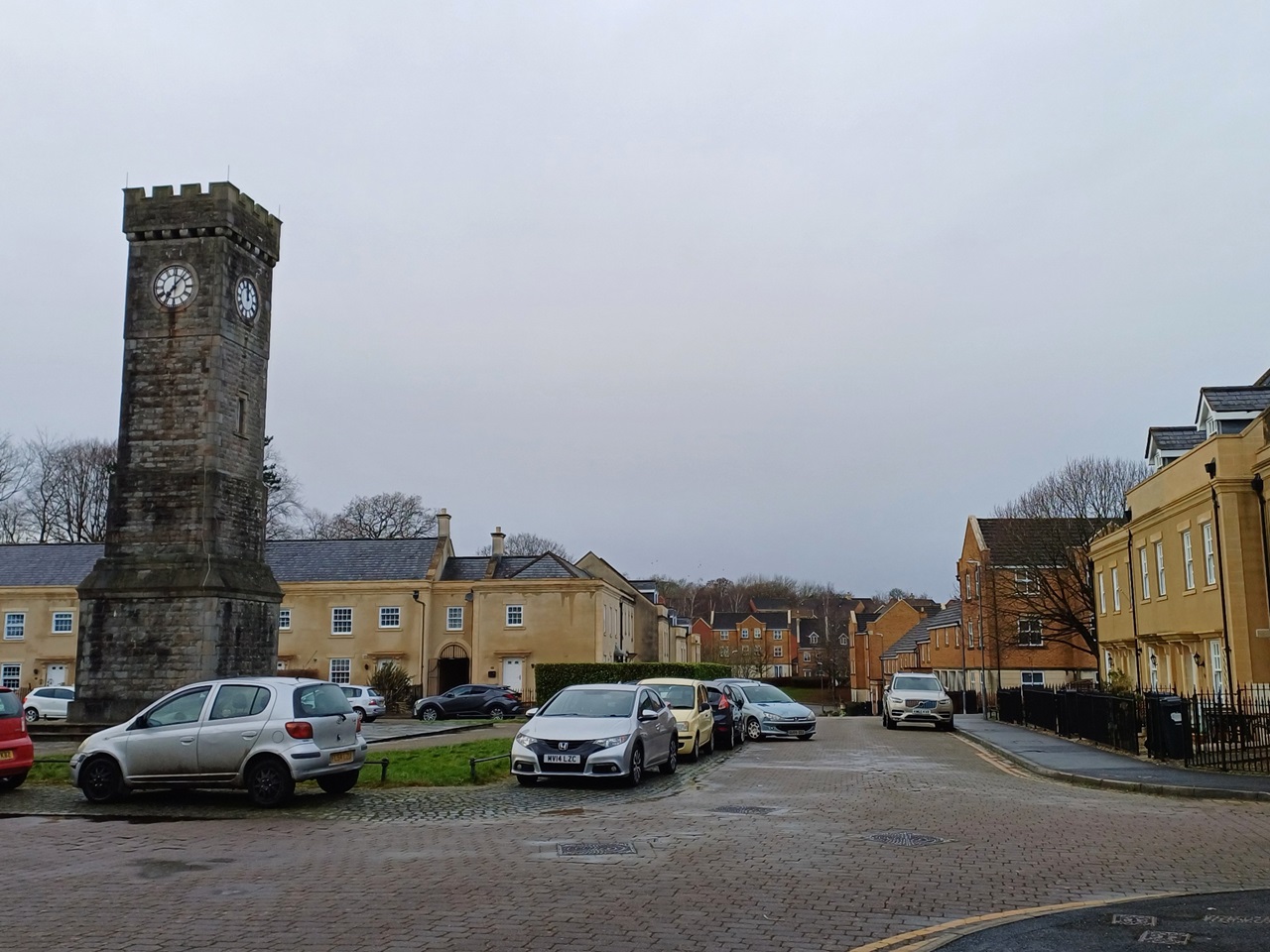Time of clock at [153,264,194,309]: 7:07
